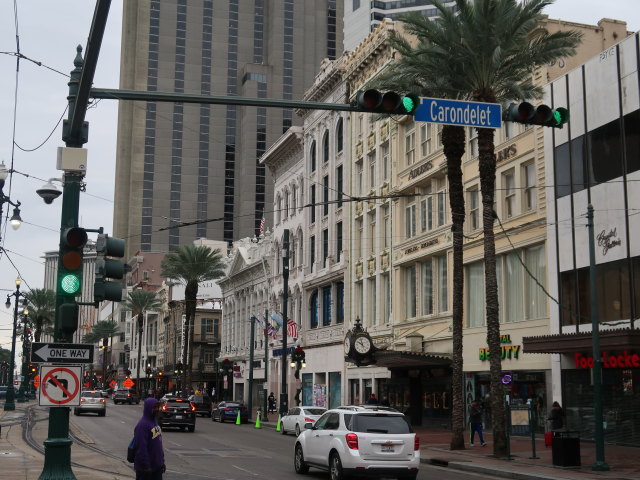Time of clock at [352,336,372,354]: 9:57
